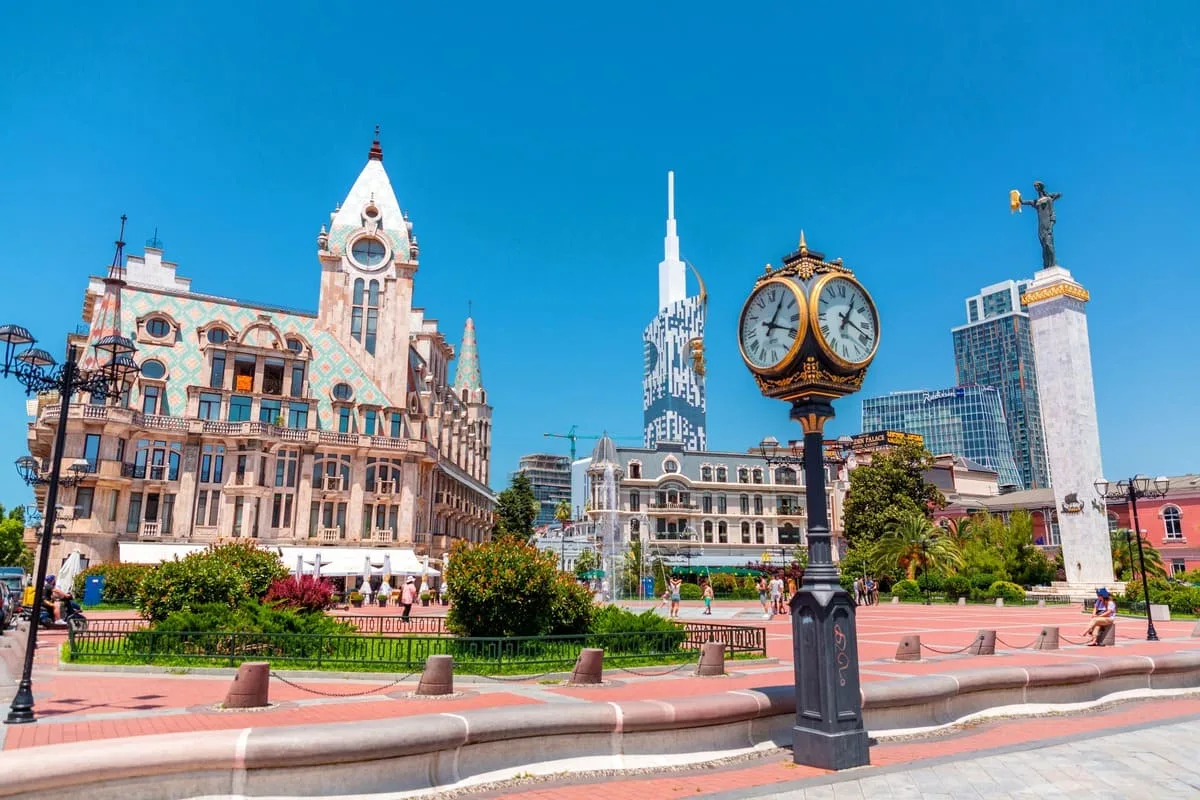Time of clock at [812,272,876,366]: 1:18
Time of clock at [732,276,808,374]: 1:18
